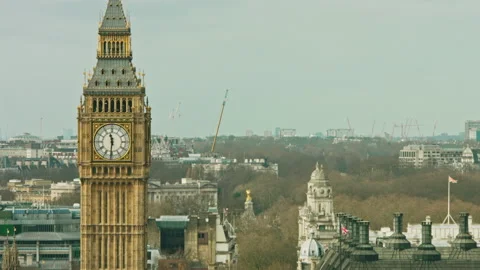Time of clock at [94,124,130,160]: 11:30
